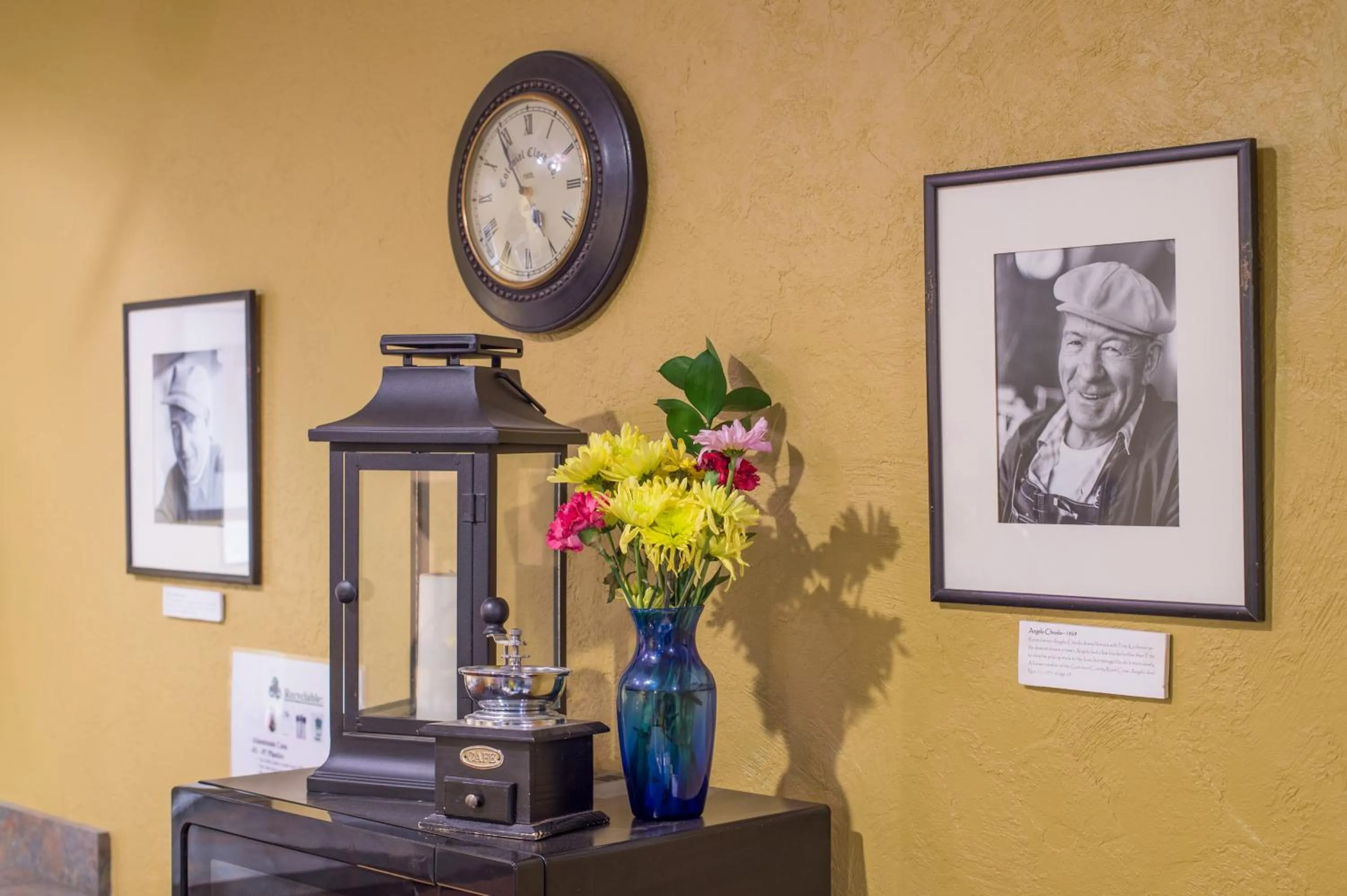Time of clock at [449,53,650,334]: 4:54
